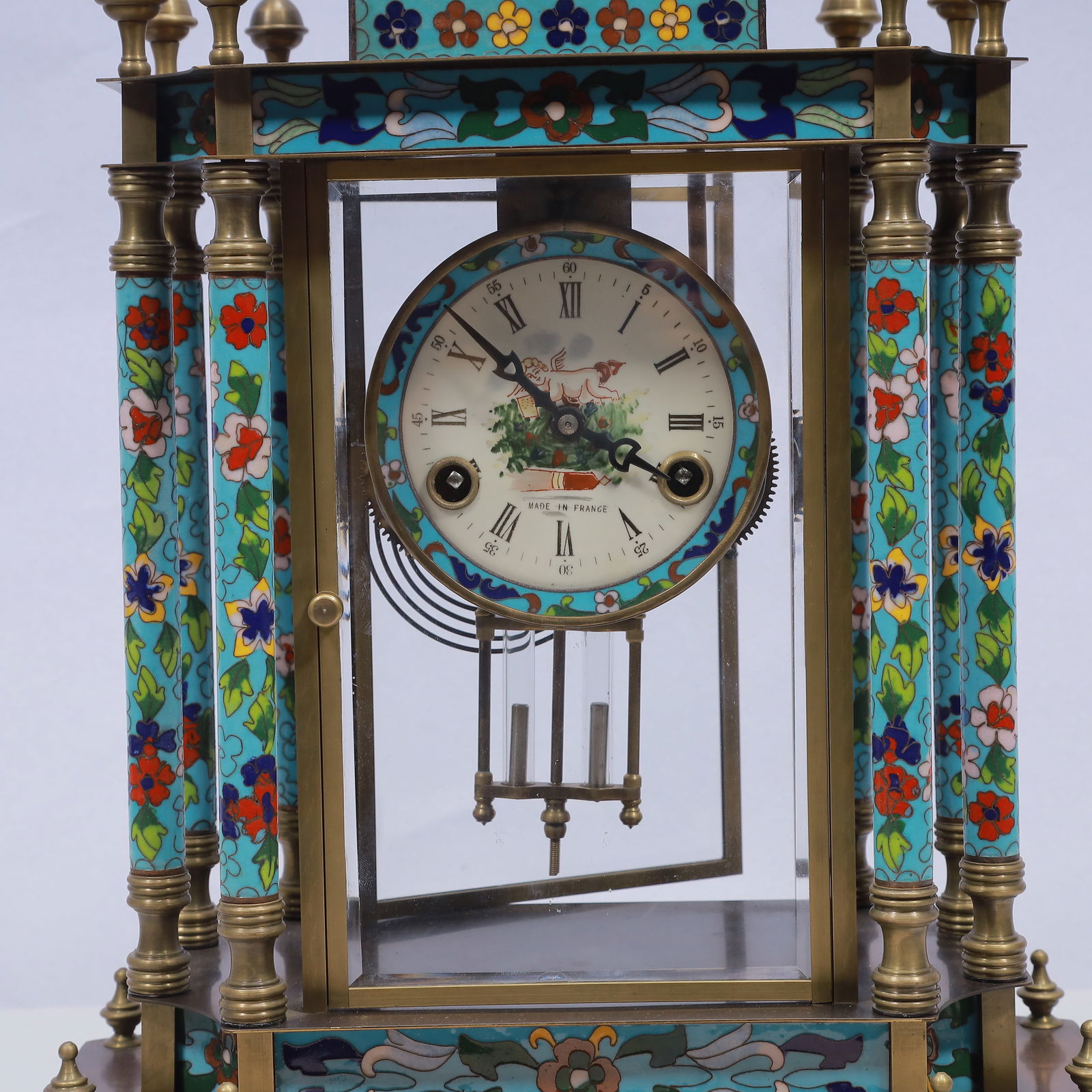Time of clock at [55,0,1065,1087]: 3:52
